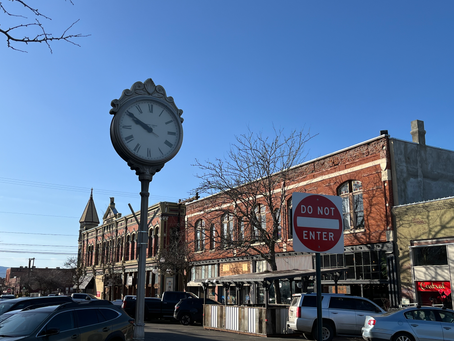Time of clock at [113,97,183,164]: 9:50
